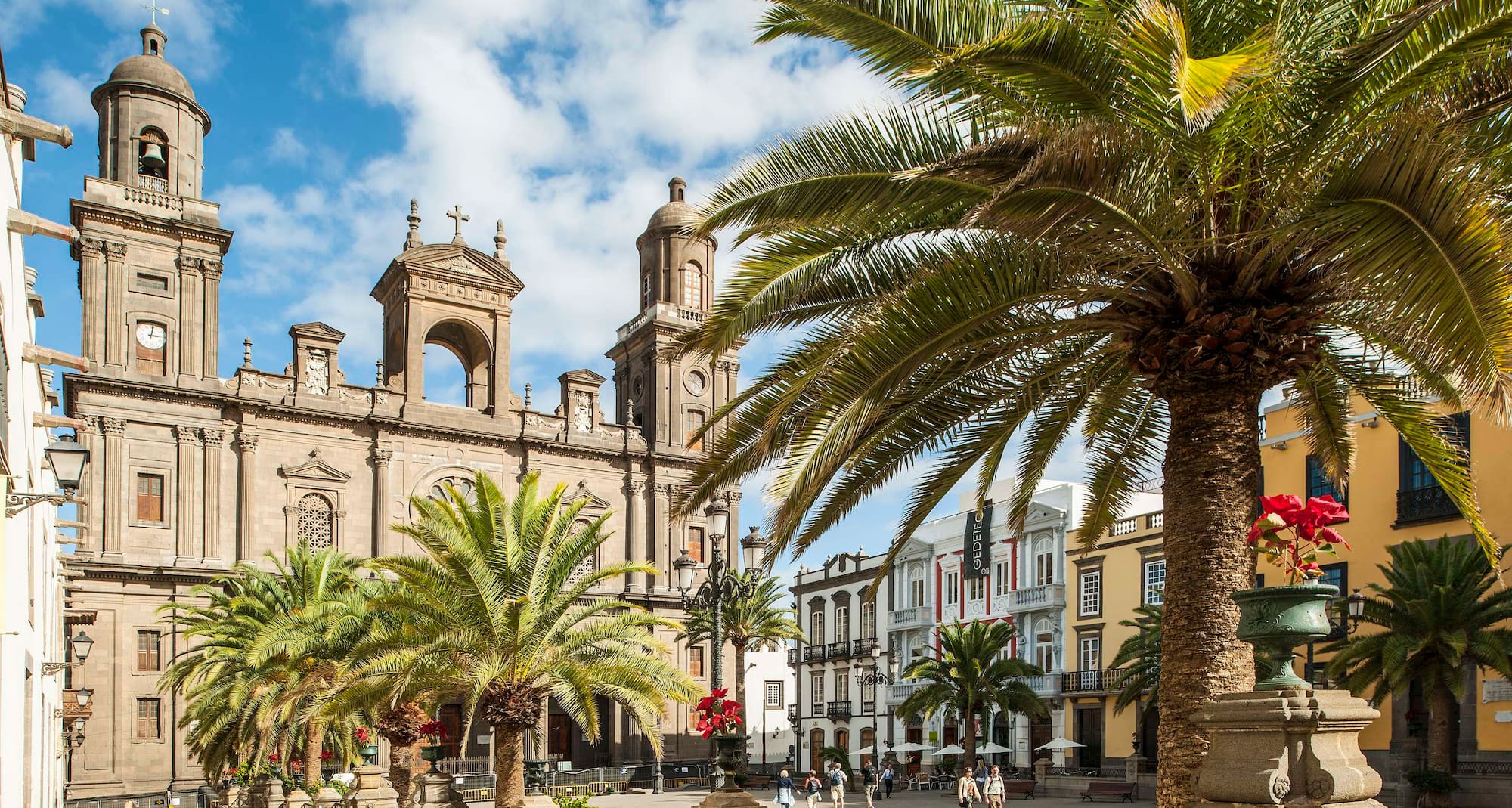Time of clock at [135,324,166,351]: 3:01
